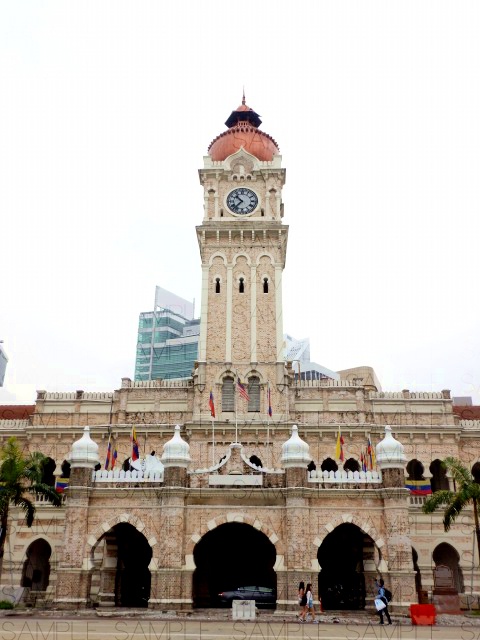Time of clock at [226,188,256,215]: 10:37
